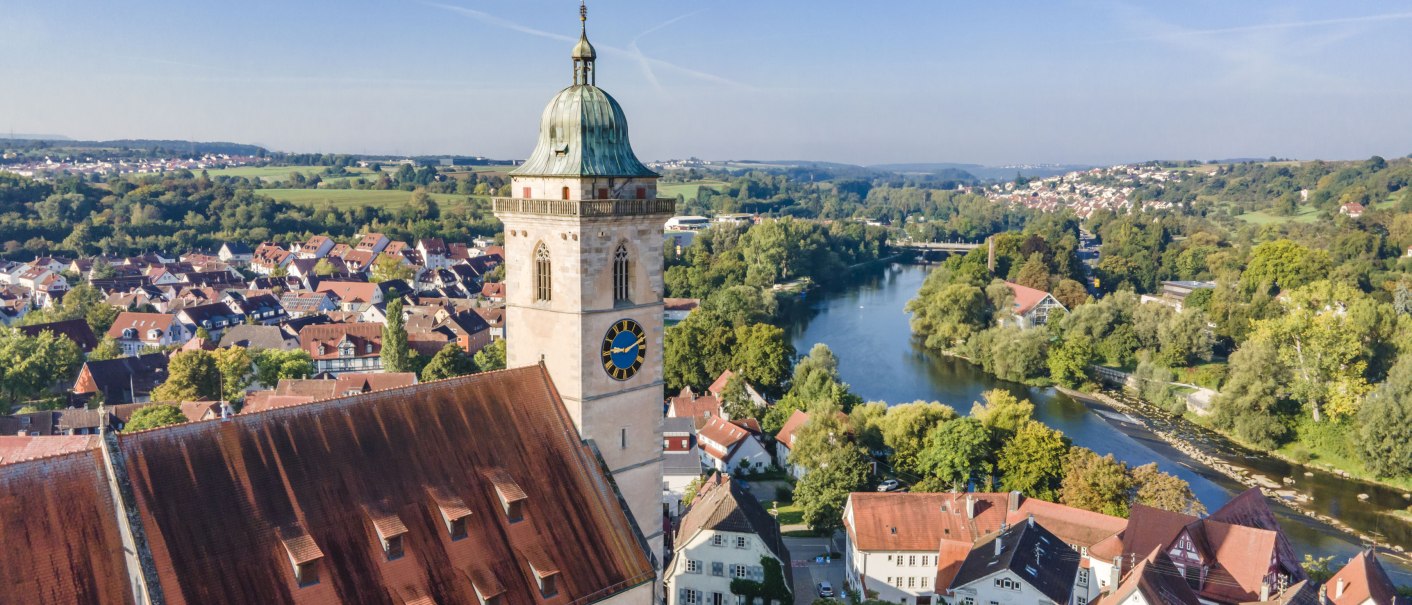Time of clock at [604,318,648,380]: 9:11
